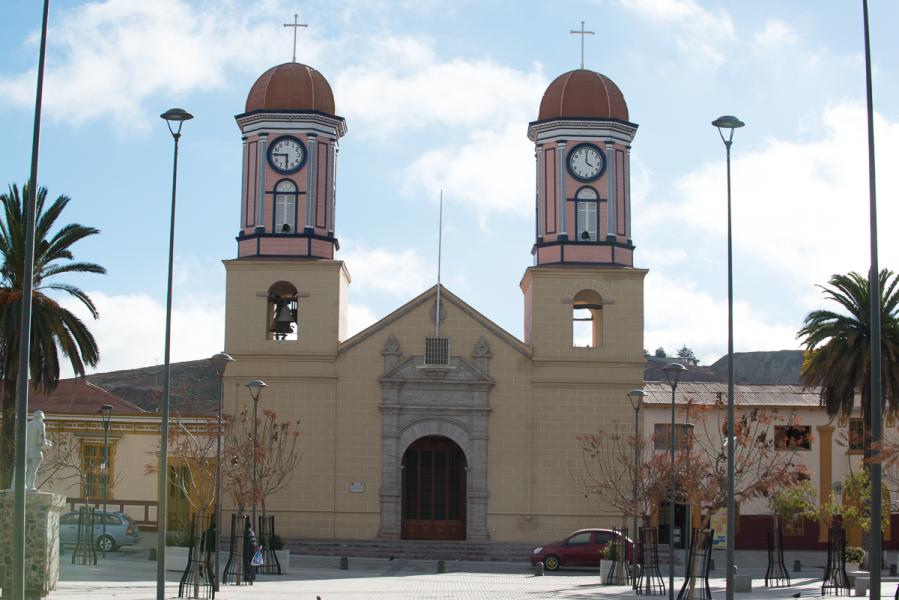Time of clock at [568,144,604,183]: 4:00
